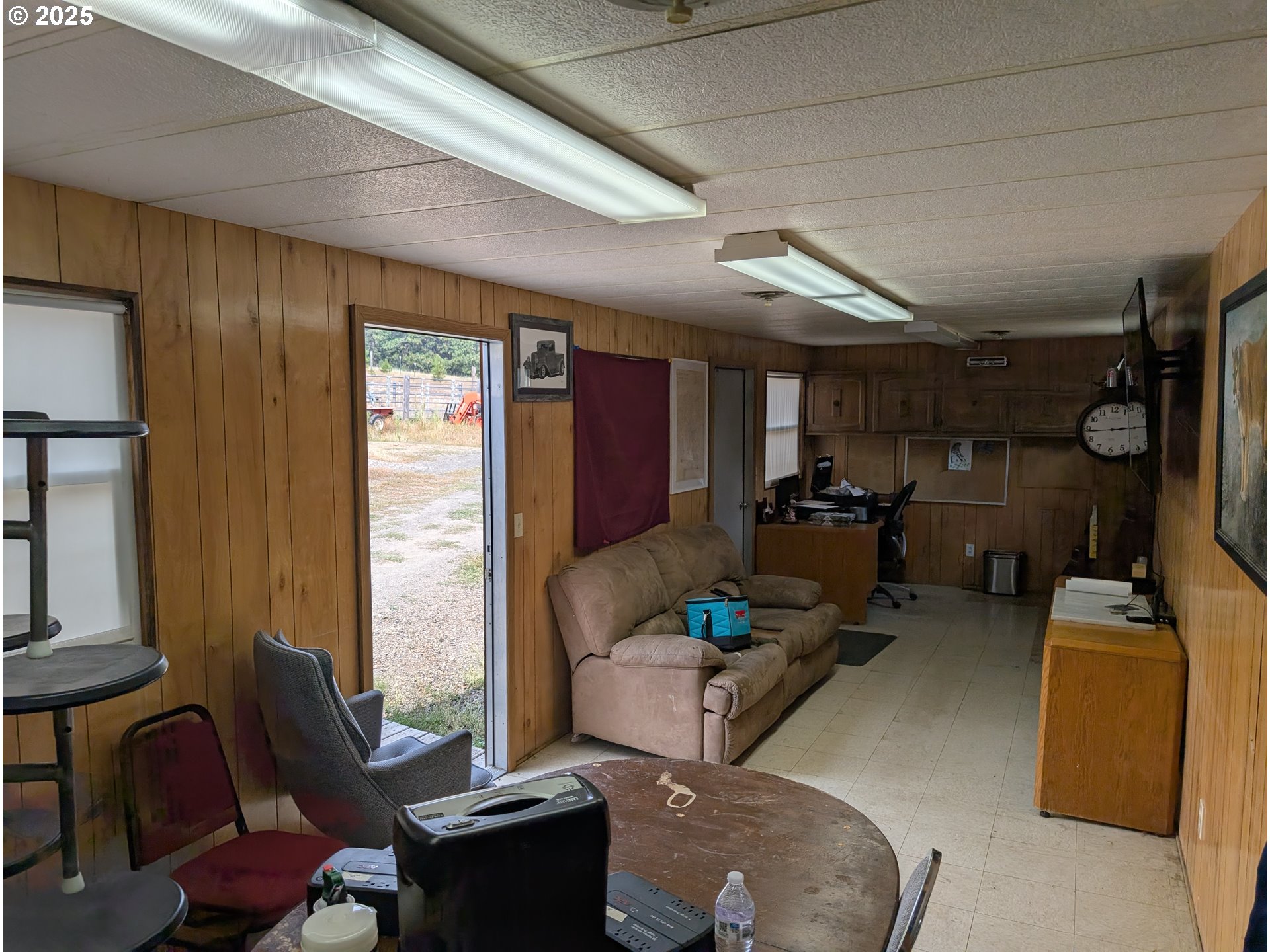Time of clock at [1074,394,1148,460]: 2:44
